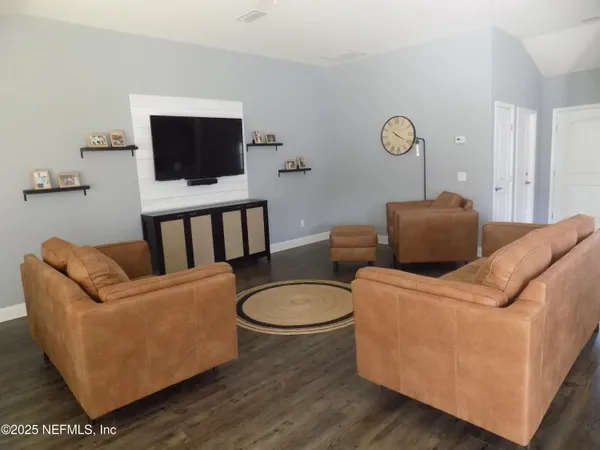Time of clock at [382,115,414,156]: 10:20
